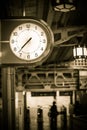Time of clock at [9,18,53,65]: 7:37
